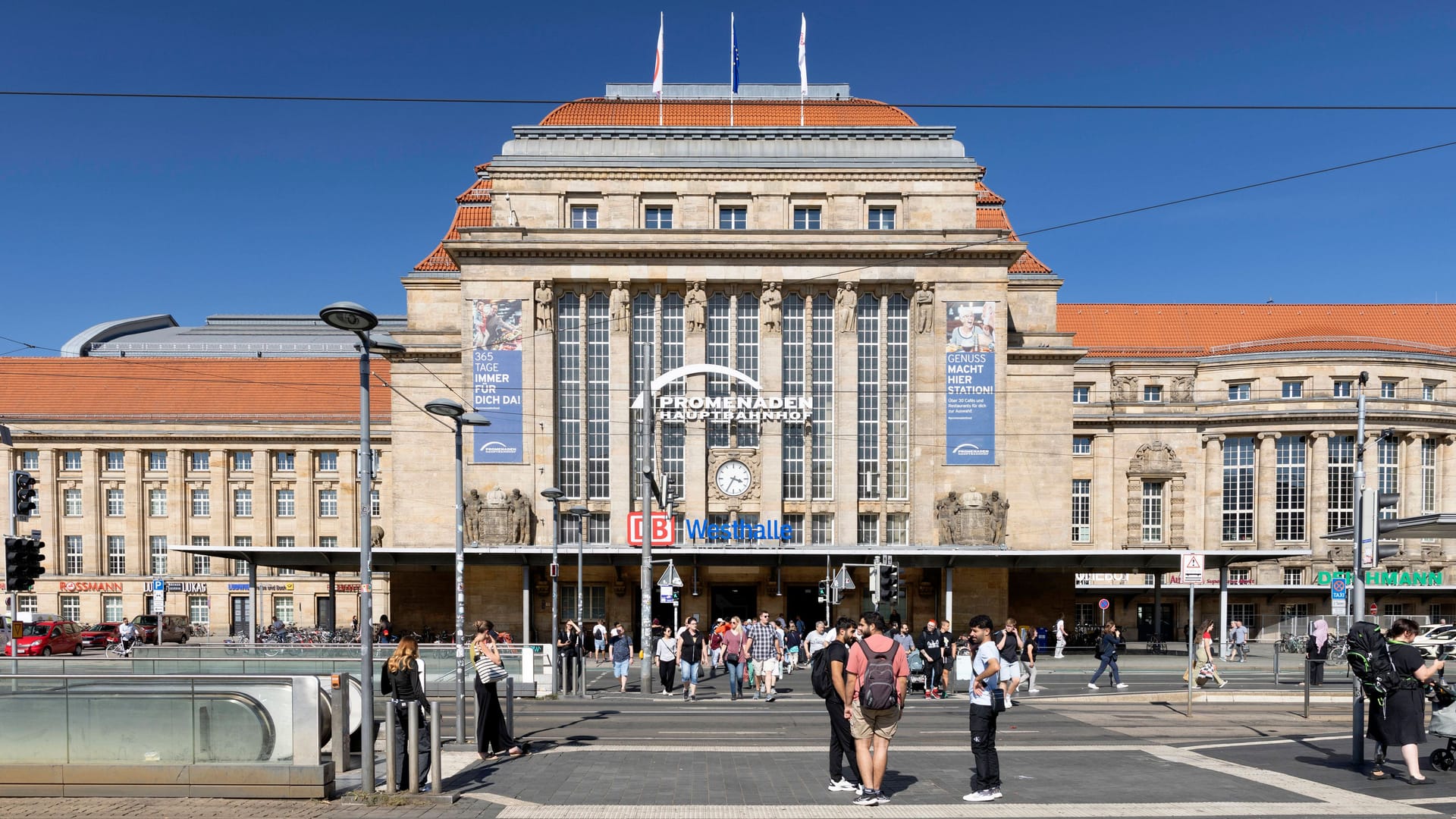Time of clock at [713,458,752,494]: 3:34
